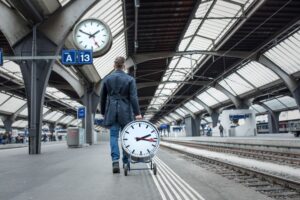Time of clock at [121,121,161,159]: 2:16
